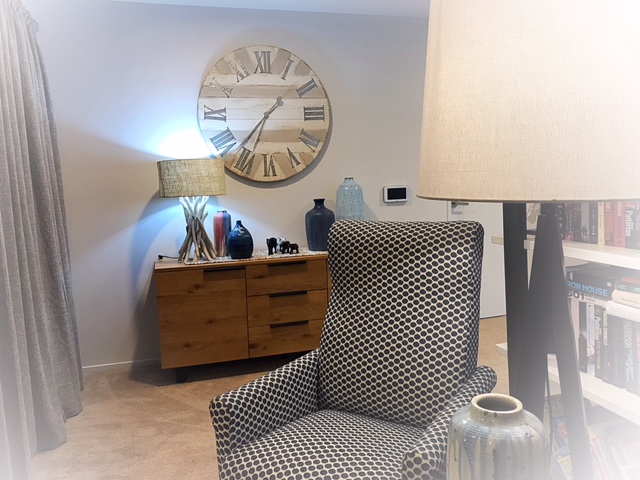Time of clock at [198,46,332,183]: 1:36
